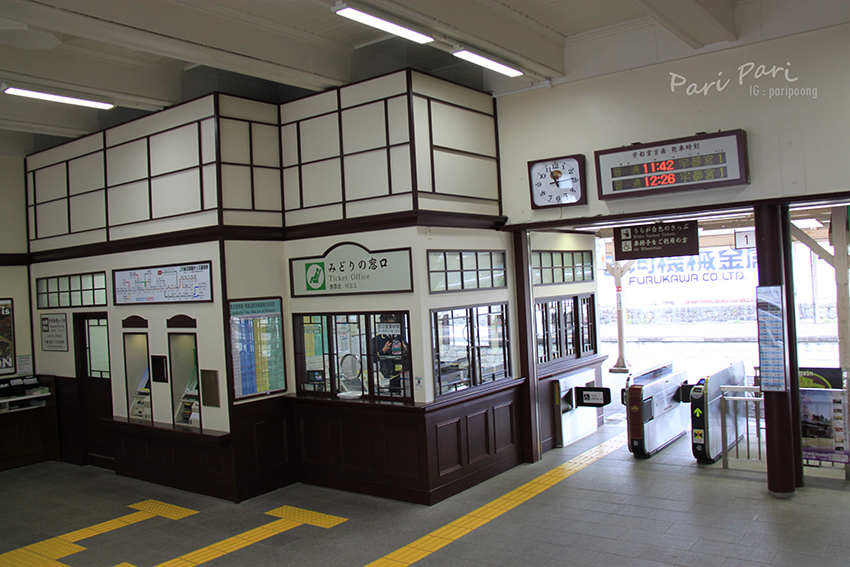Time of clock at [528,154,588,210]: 11:56
